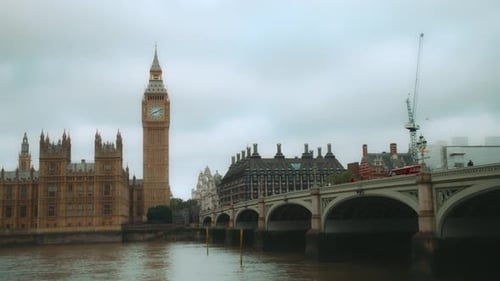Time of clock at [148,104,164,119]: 8:11
